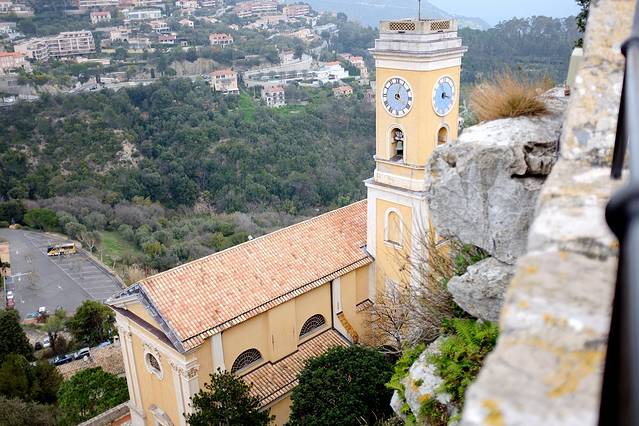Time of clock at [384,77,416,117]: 4:03
